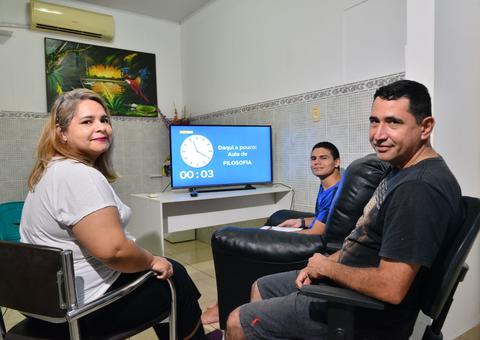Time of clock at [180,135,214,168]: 11:19
